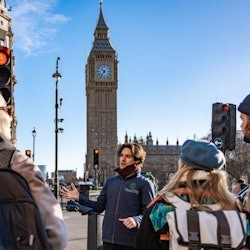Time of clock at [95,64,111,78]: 10:36
